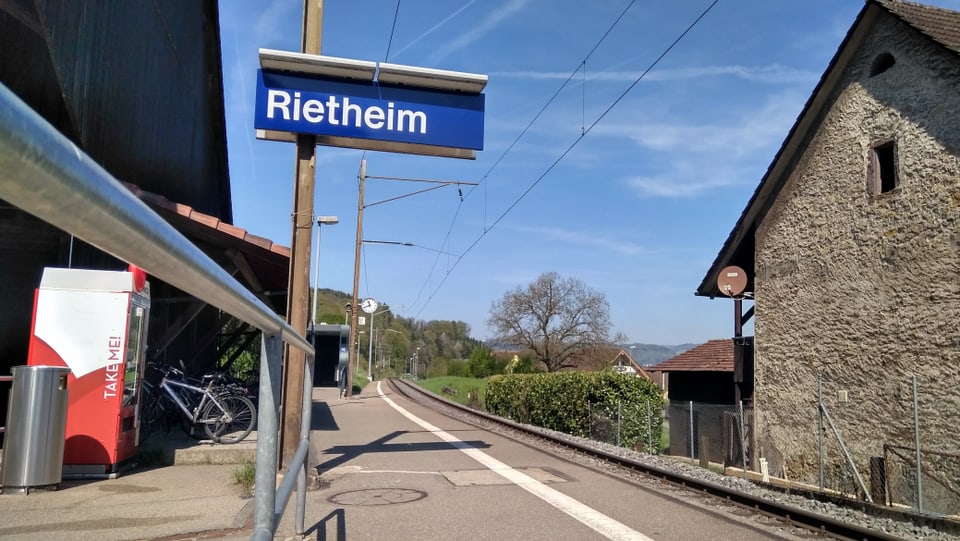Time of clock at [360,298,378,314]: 11:41
